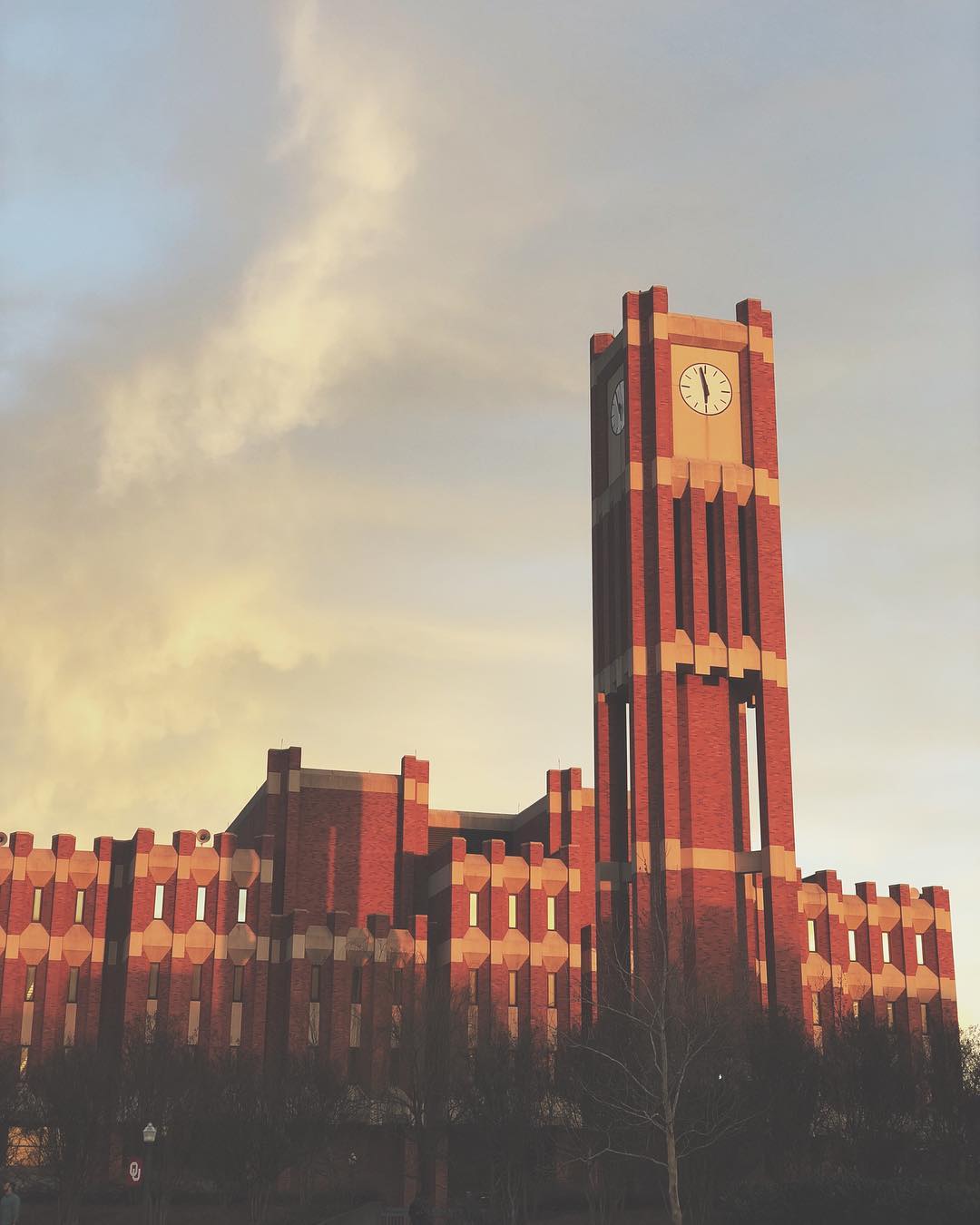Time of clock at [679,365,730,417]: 5:57
